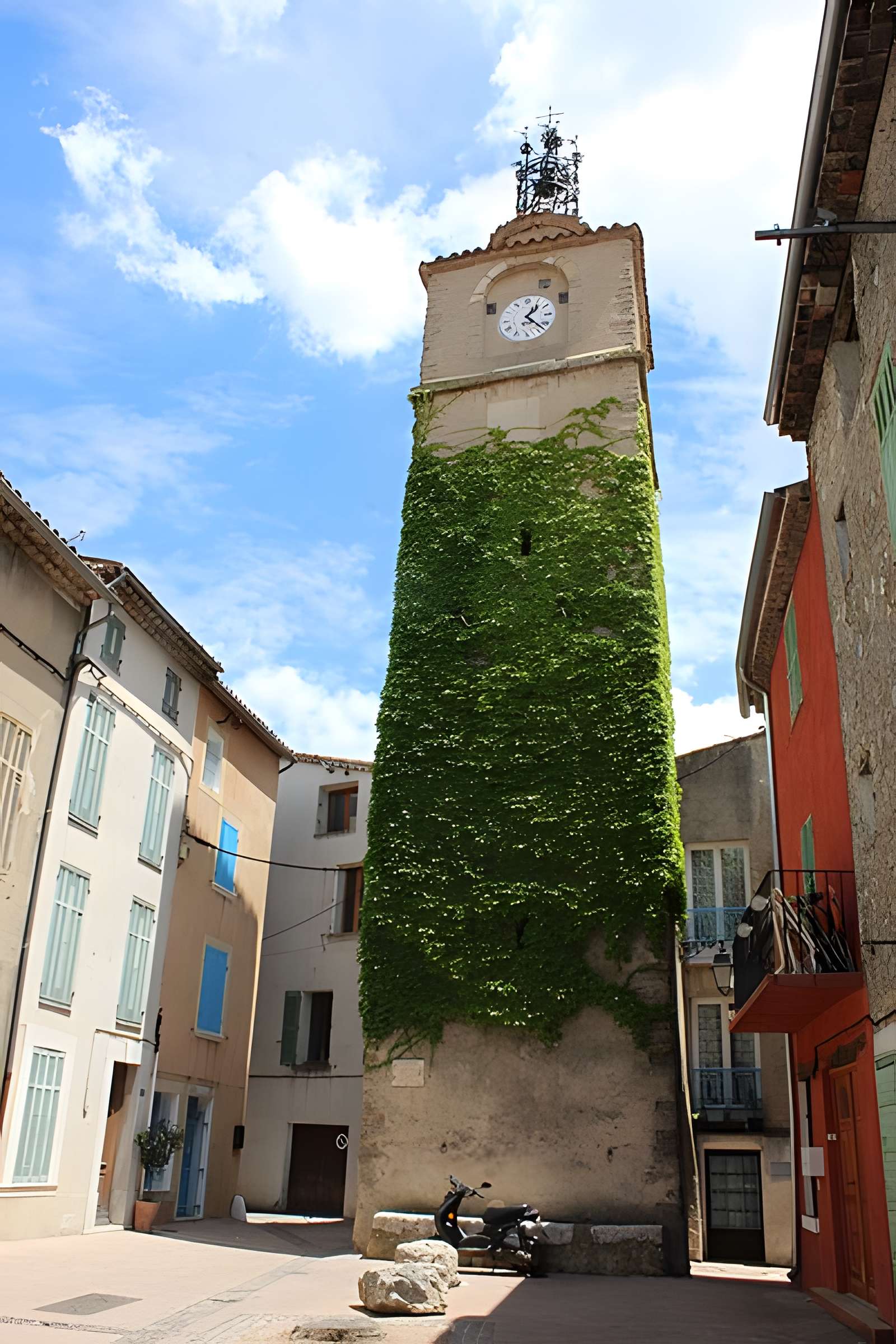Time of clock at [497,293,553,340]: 1:22
